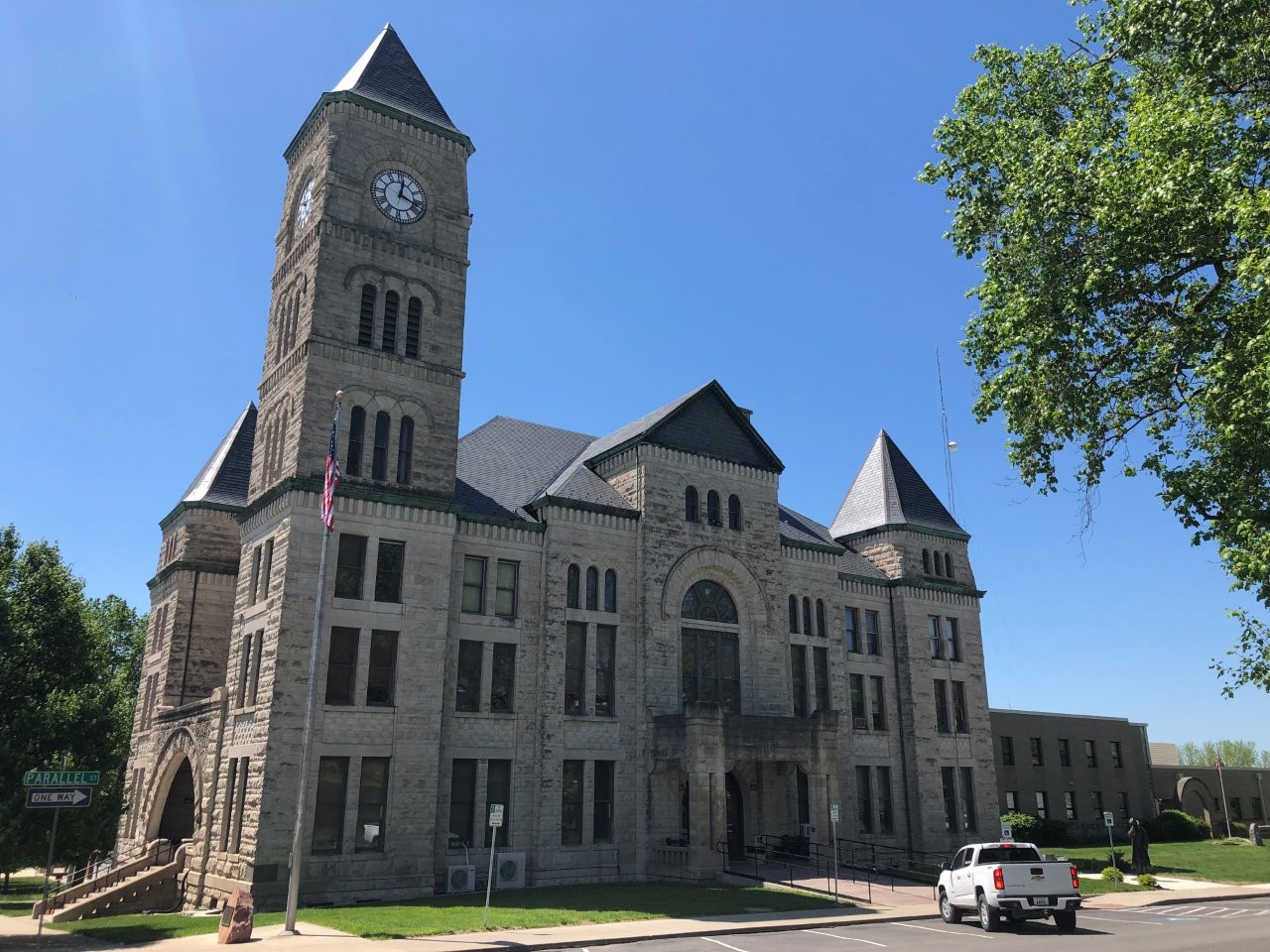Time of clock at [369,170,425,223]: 12:18
